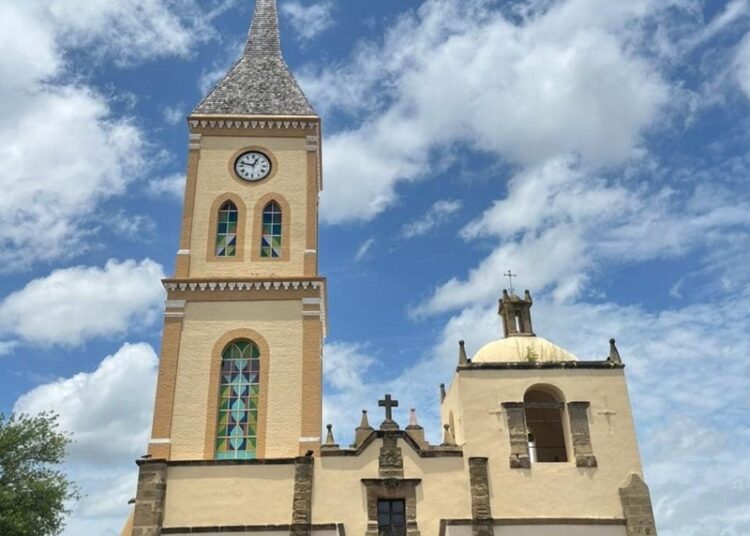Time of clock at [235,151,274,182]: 12:47
